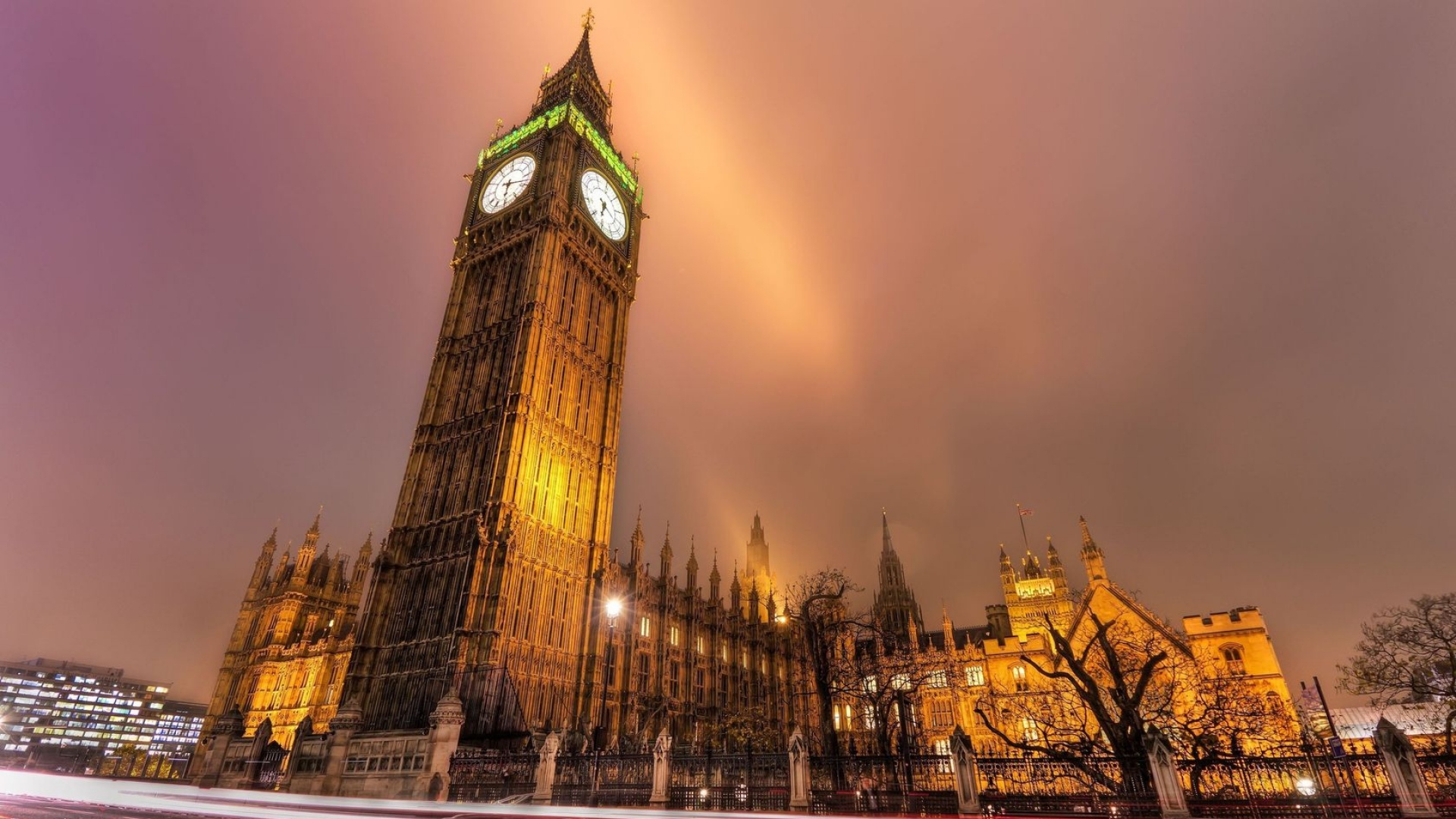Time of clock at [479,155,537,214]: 6:17
